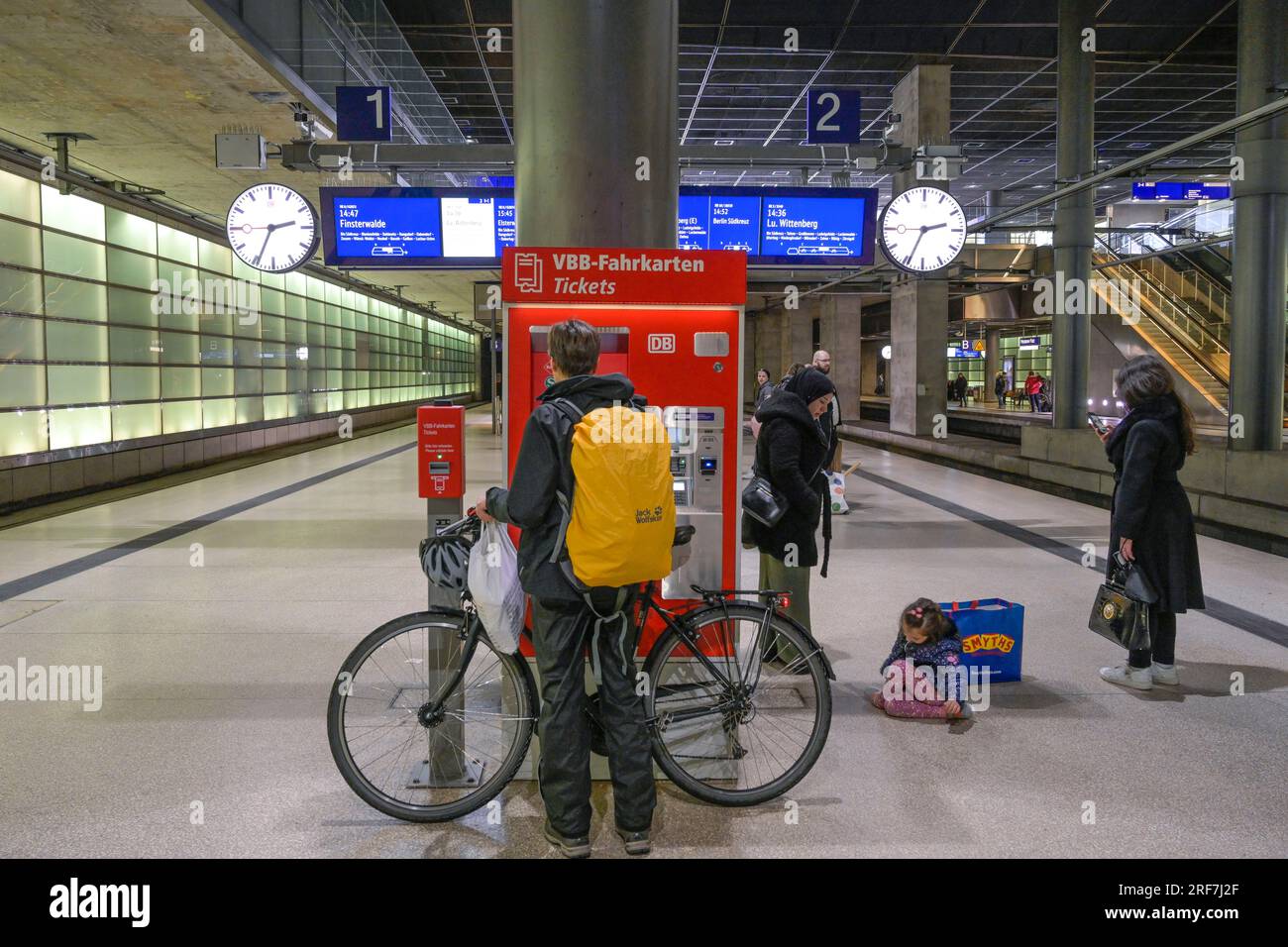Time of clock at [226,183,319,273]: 2:33
